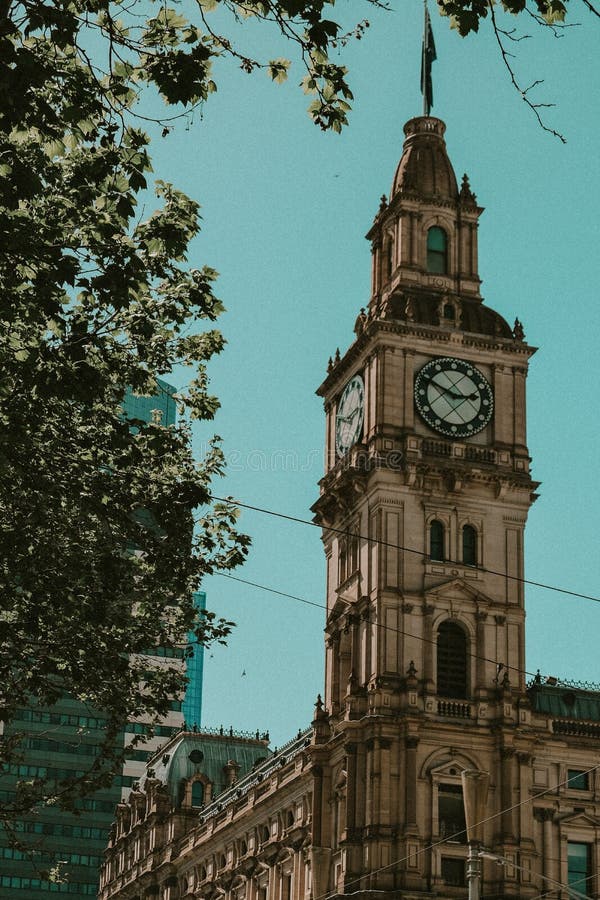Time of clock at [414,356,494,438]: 2:49
